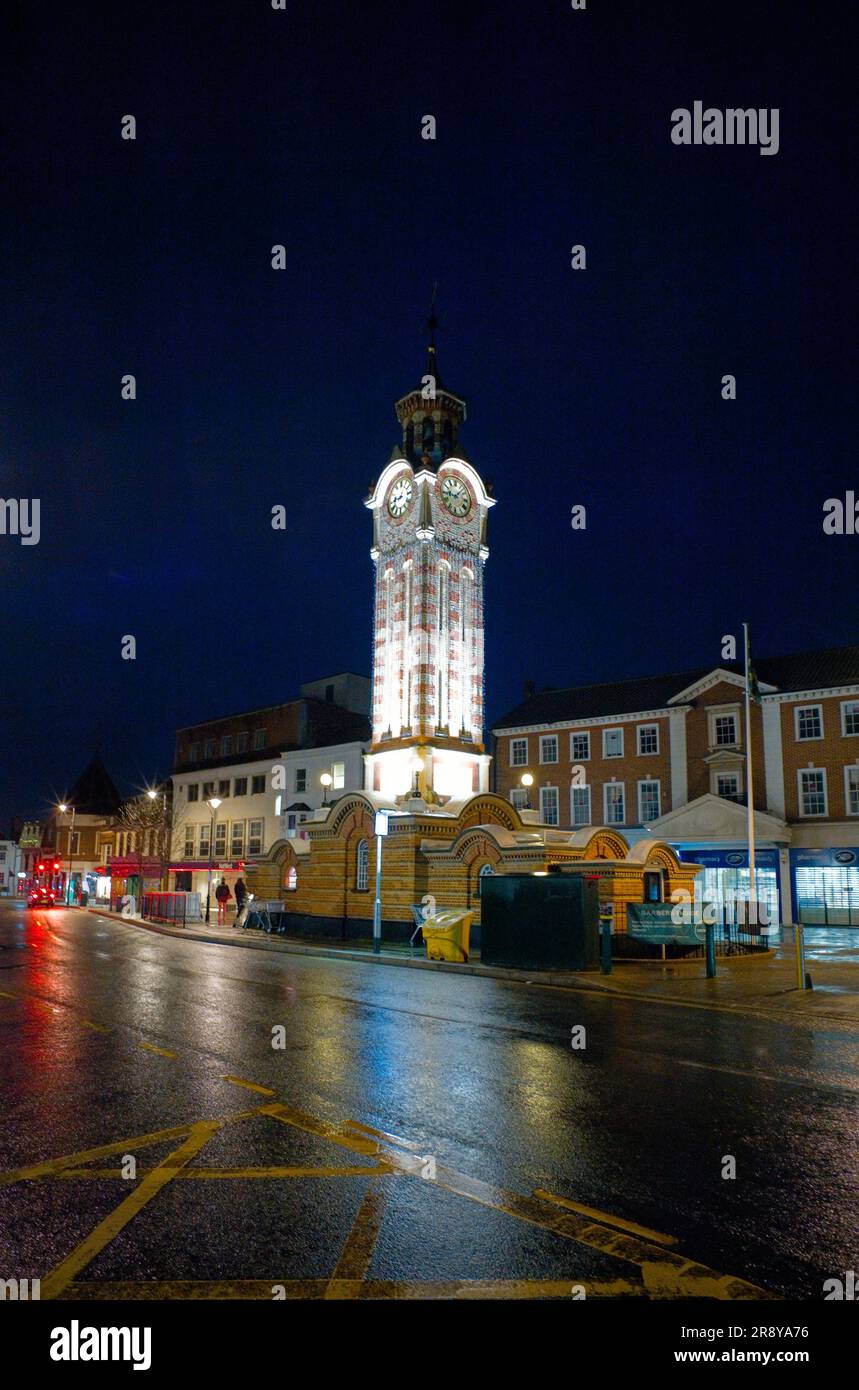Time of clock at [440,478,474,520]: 9:07
